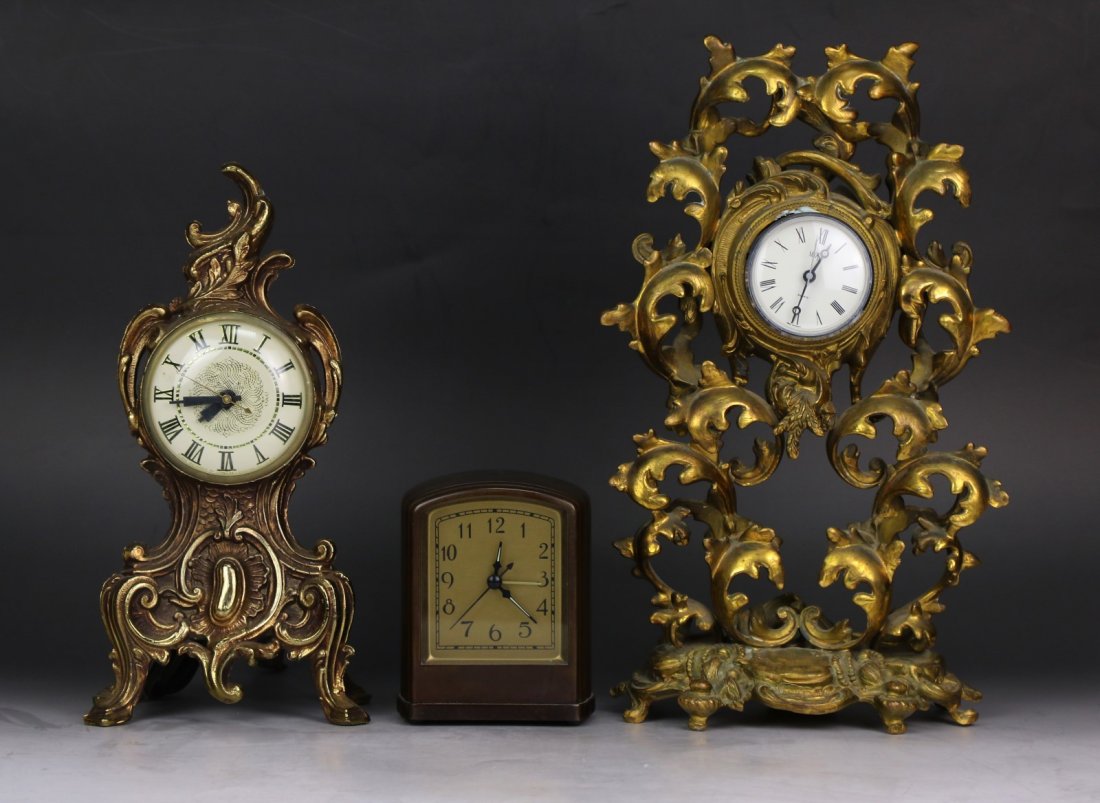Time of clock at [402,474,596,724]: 12:22
